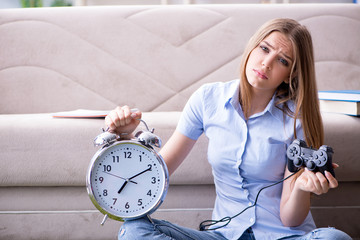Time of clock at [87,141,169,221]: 7:10
